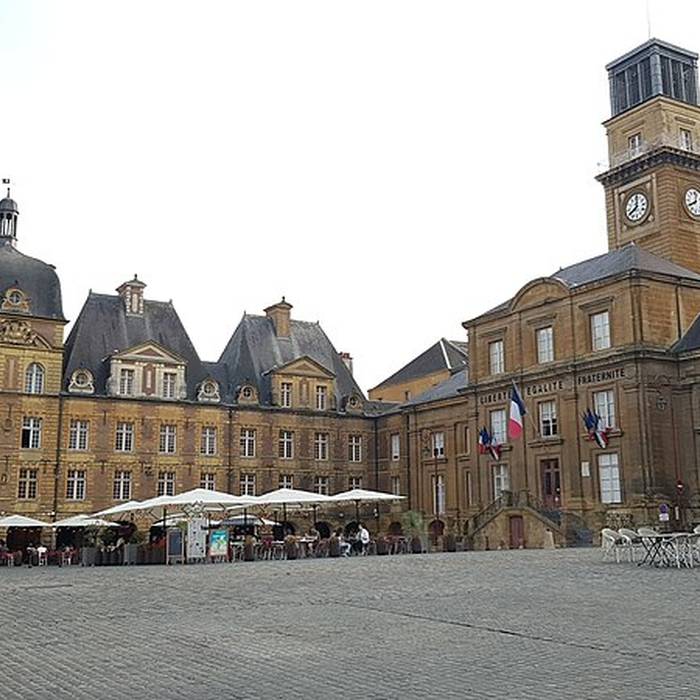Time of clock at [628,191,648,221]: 8:01
